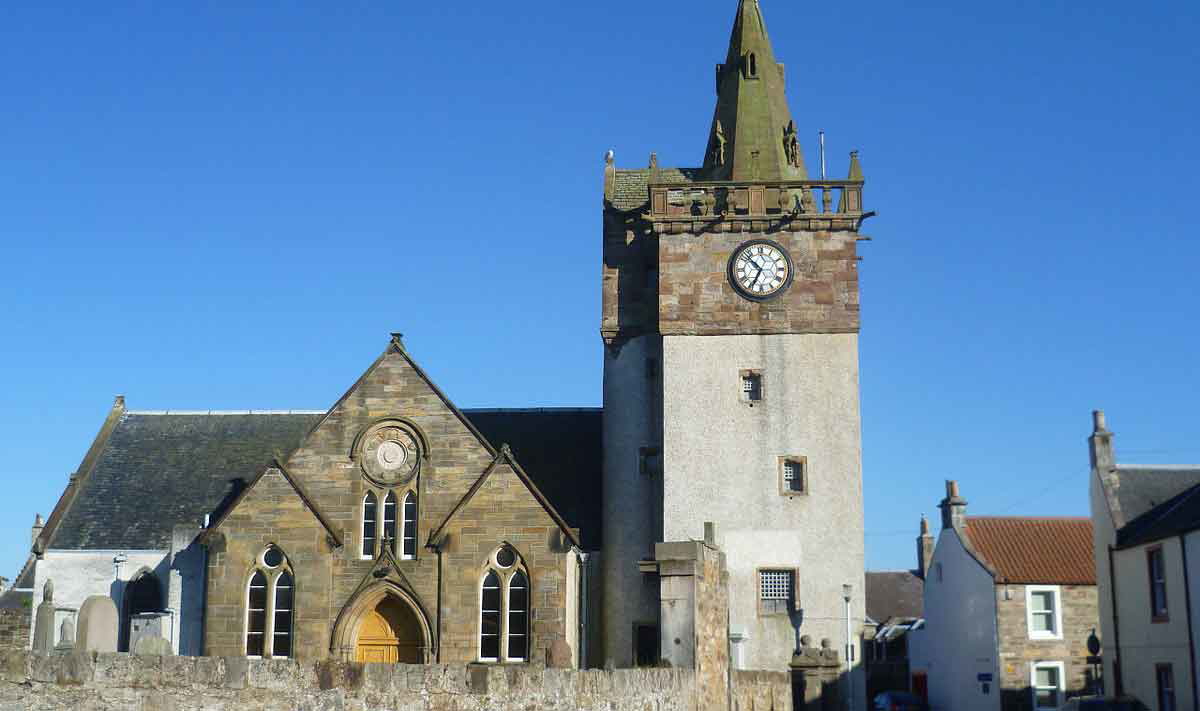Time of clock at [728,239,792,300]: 6:52
